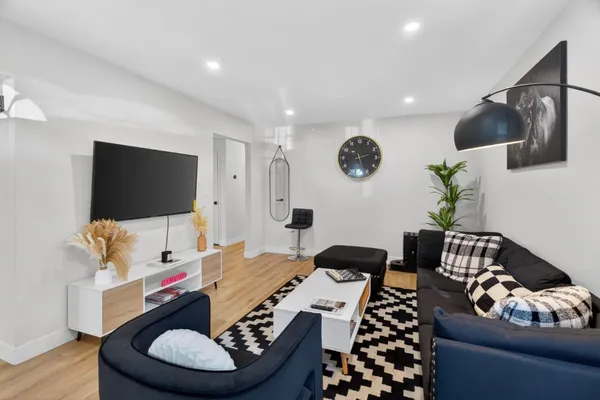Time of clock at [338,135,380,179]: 2:26
